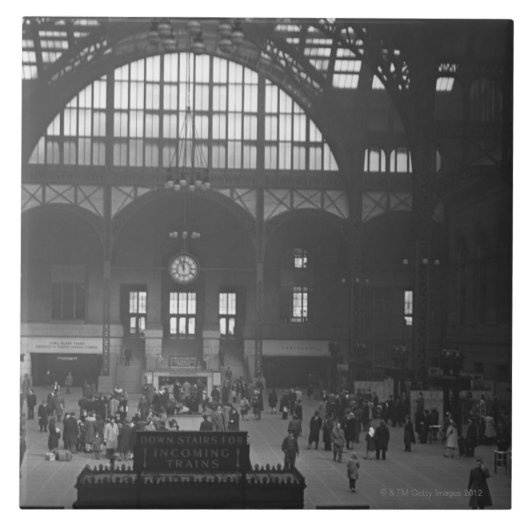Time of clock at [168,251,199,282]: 11:56
